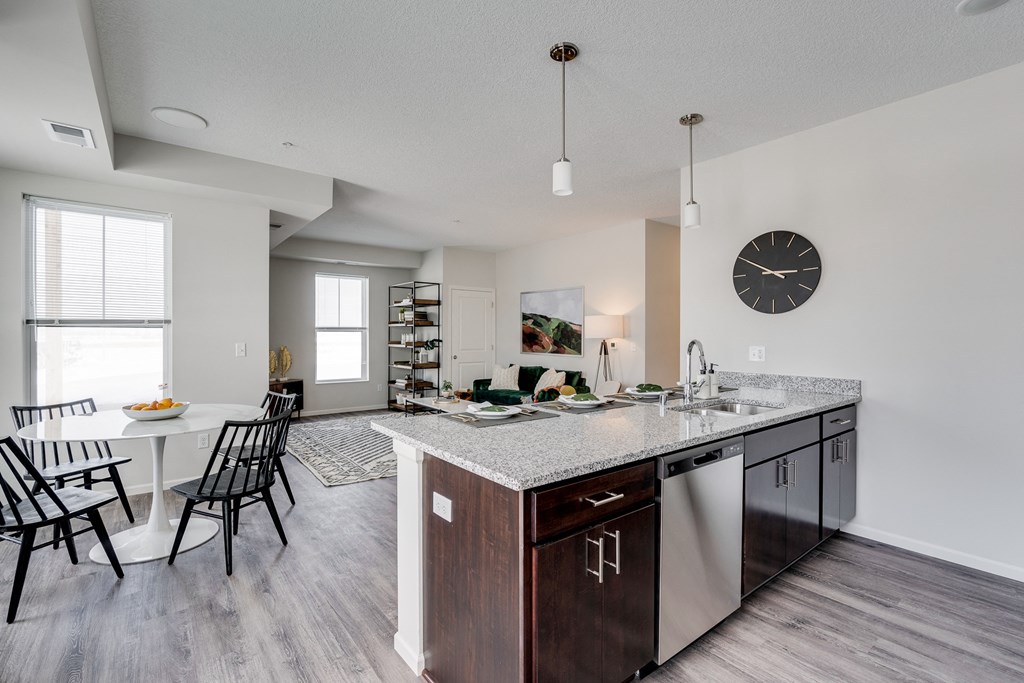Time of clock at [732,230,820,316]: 2:50
